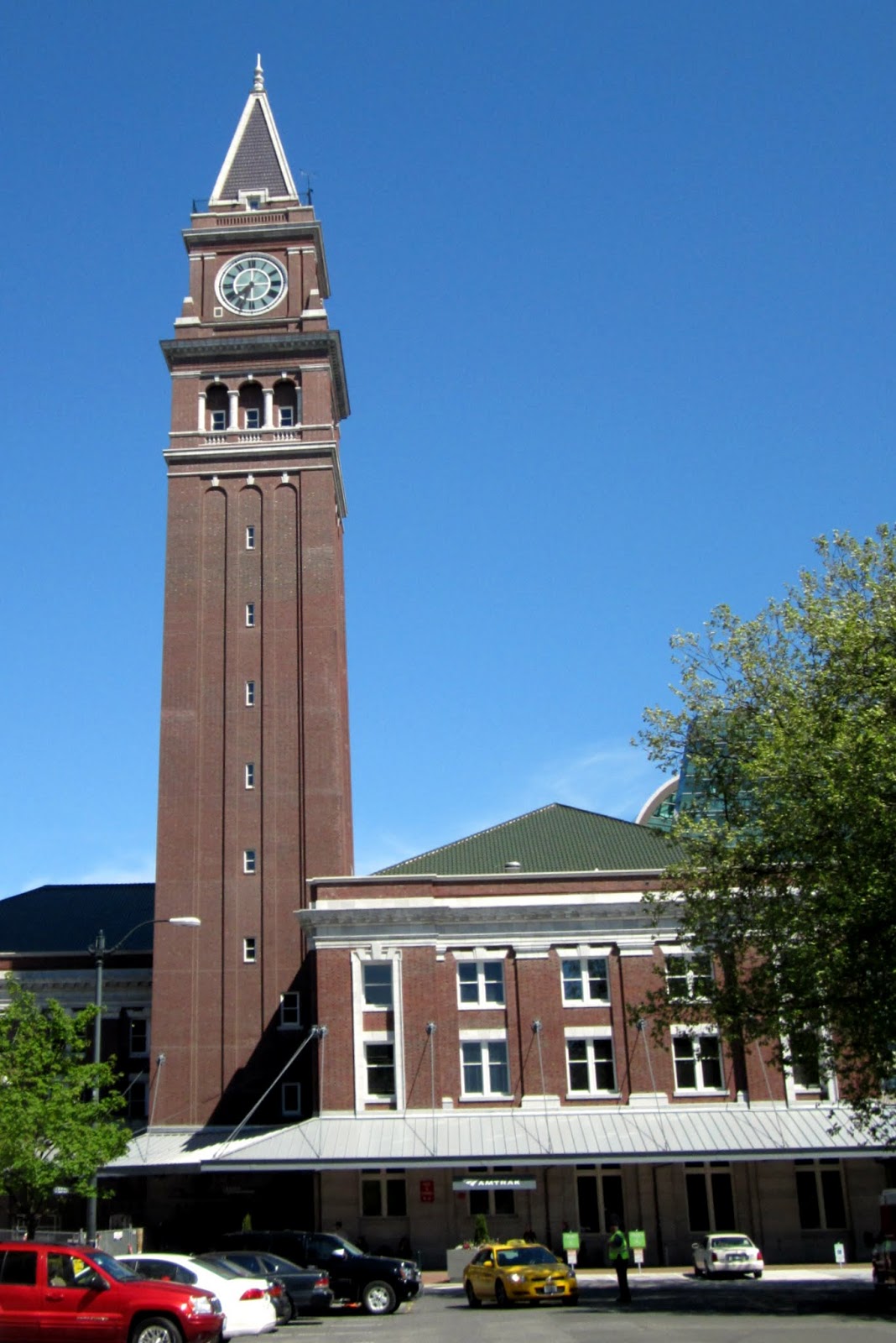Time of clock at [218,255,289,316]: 7:33
